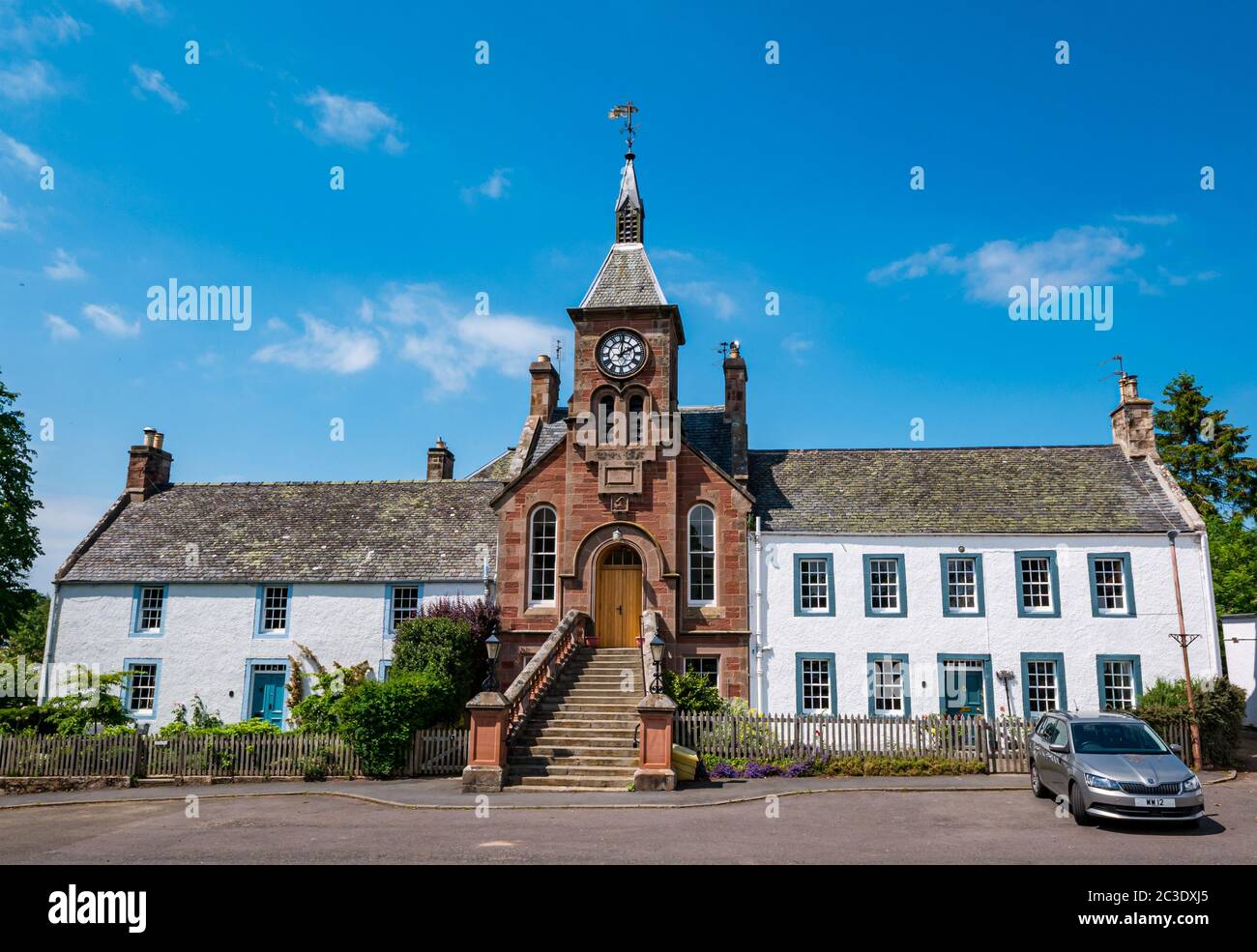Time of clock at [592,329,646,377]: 2:00
